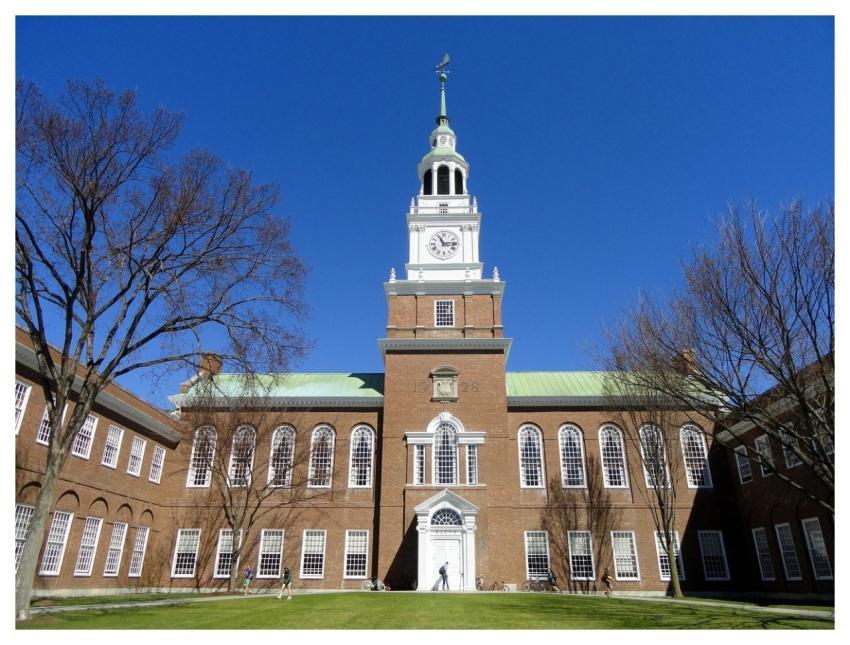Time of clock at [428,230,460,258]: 11:13
